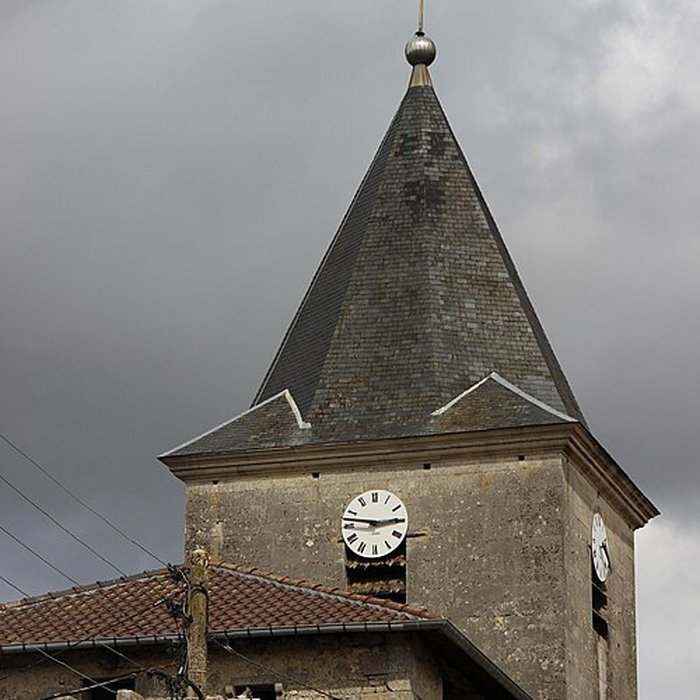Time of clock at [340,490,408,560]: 2:46
